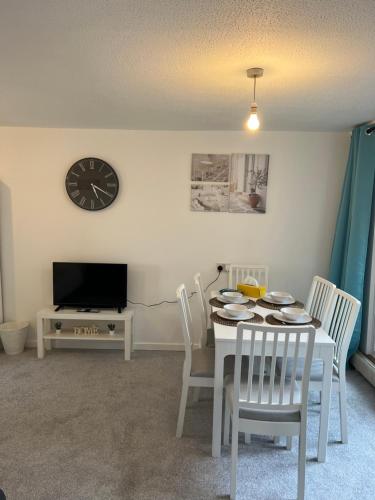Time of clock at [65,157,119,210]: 5:19
